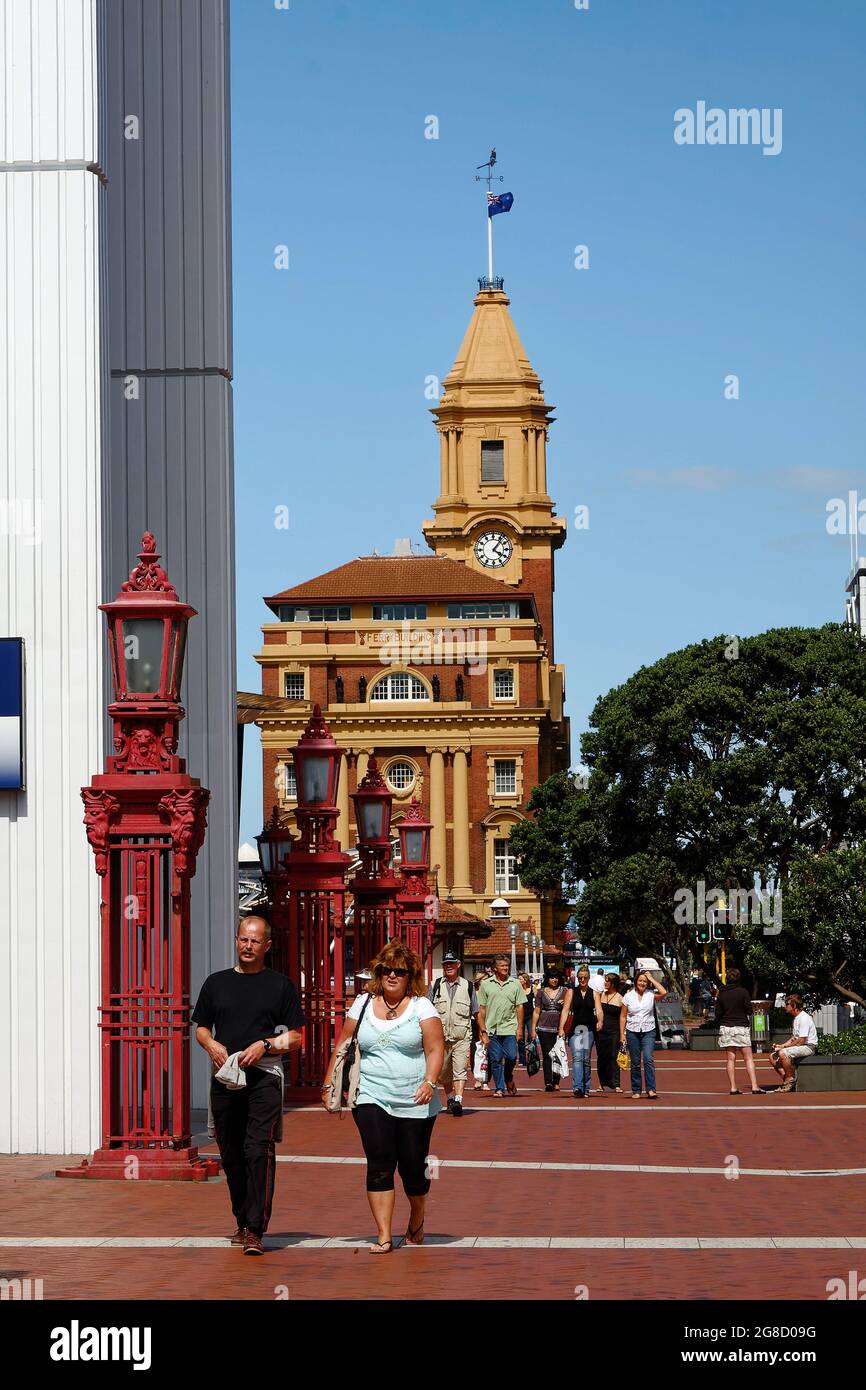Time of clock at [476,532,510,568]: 4:06
